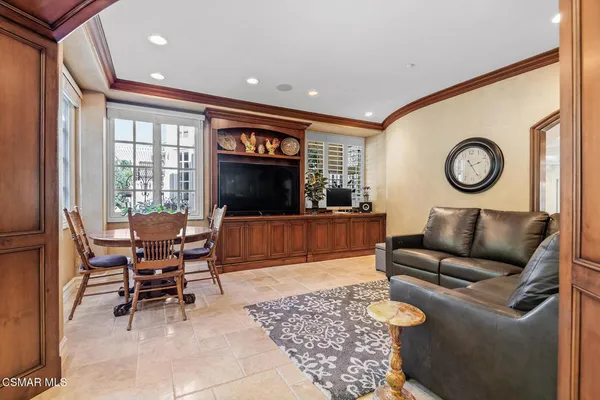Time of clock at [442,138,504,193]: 2:25
